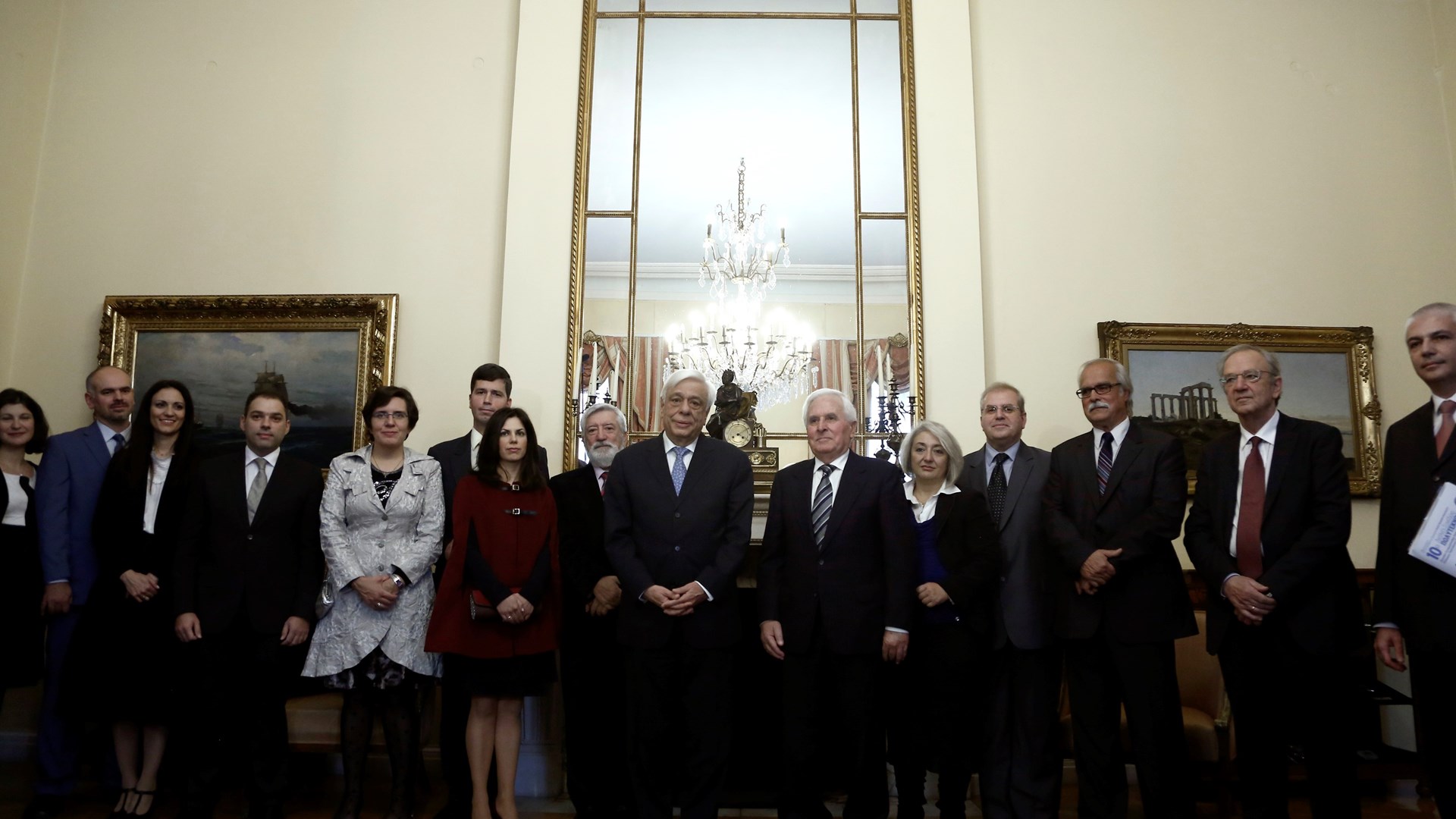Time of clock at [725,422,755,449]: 4:09
